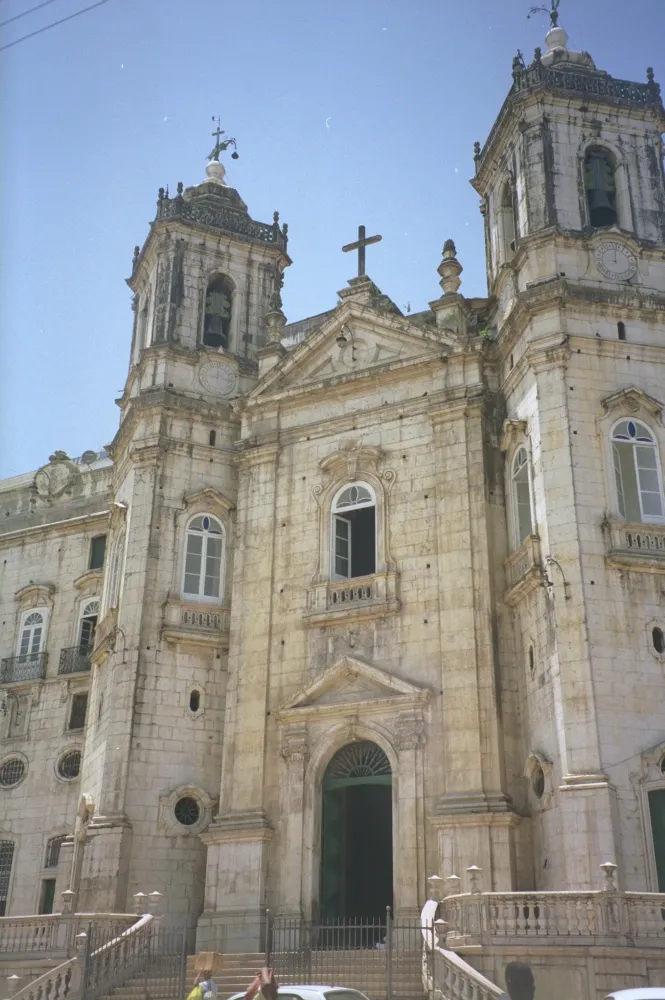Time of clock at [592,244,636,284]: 9:01
